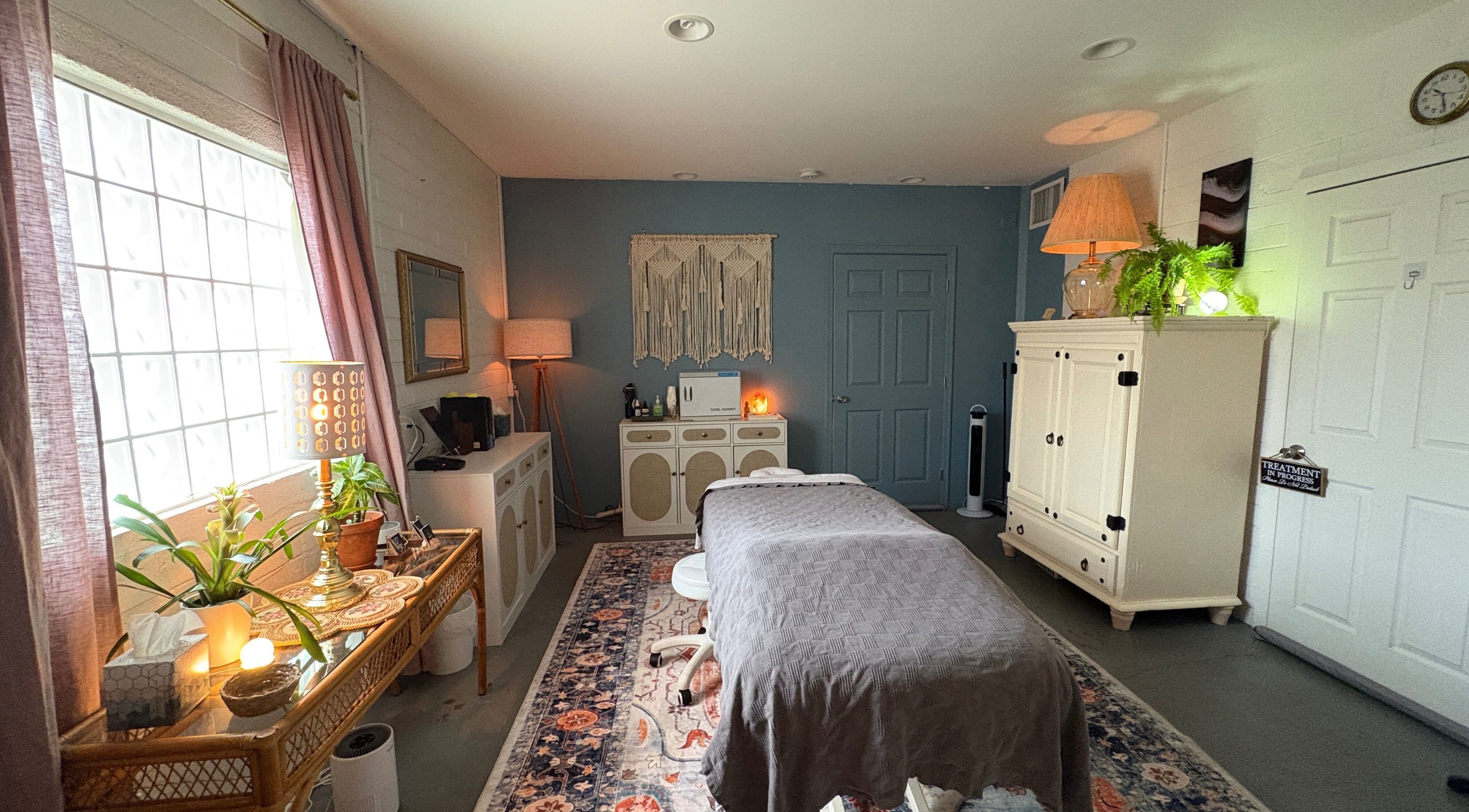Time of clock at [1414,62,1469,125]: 10:29
